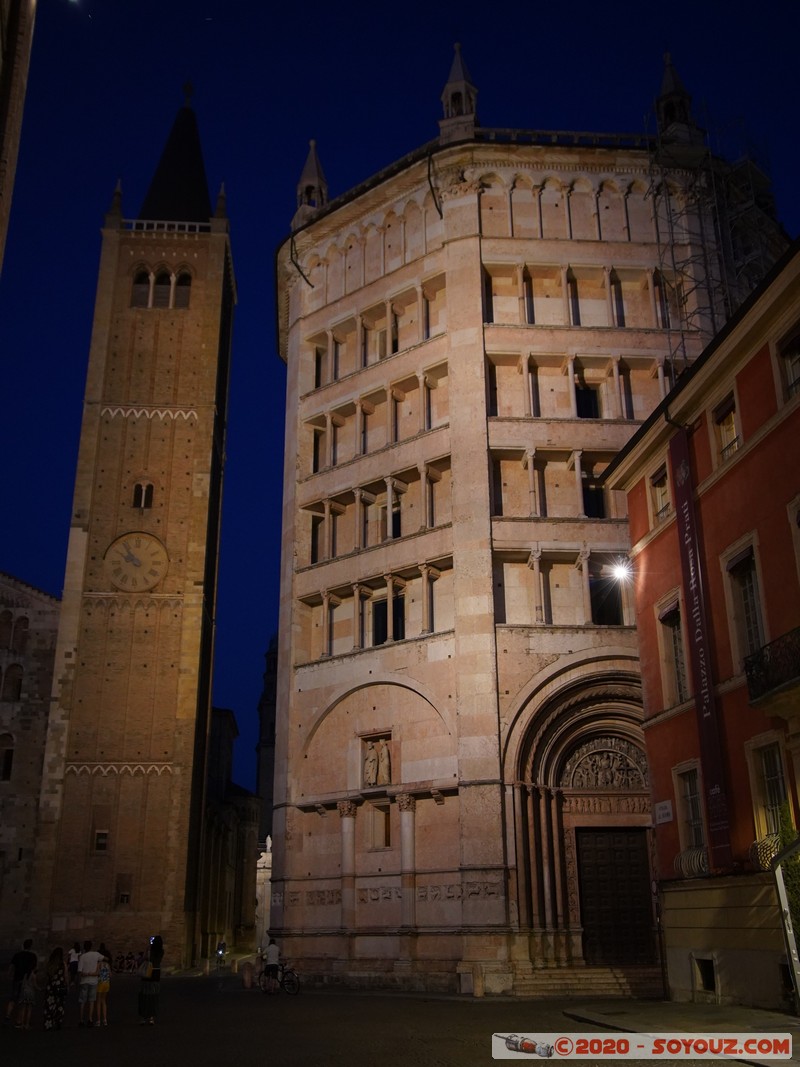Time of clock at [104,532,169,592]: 9:53
